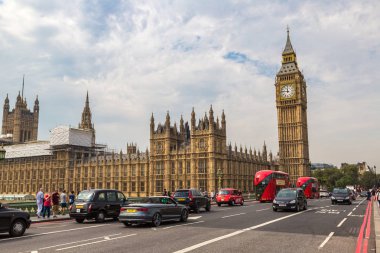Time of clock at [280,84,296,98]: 11:46
